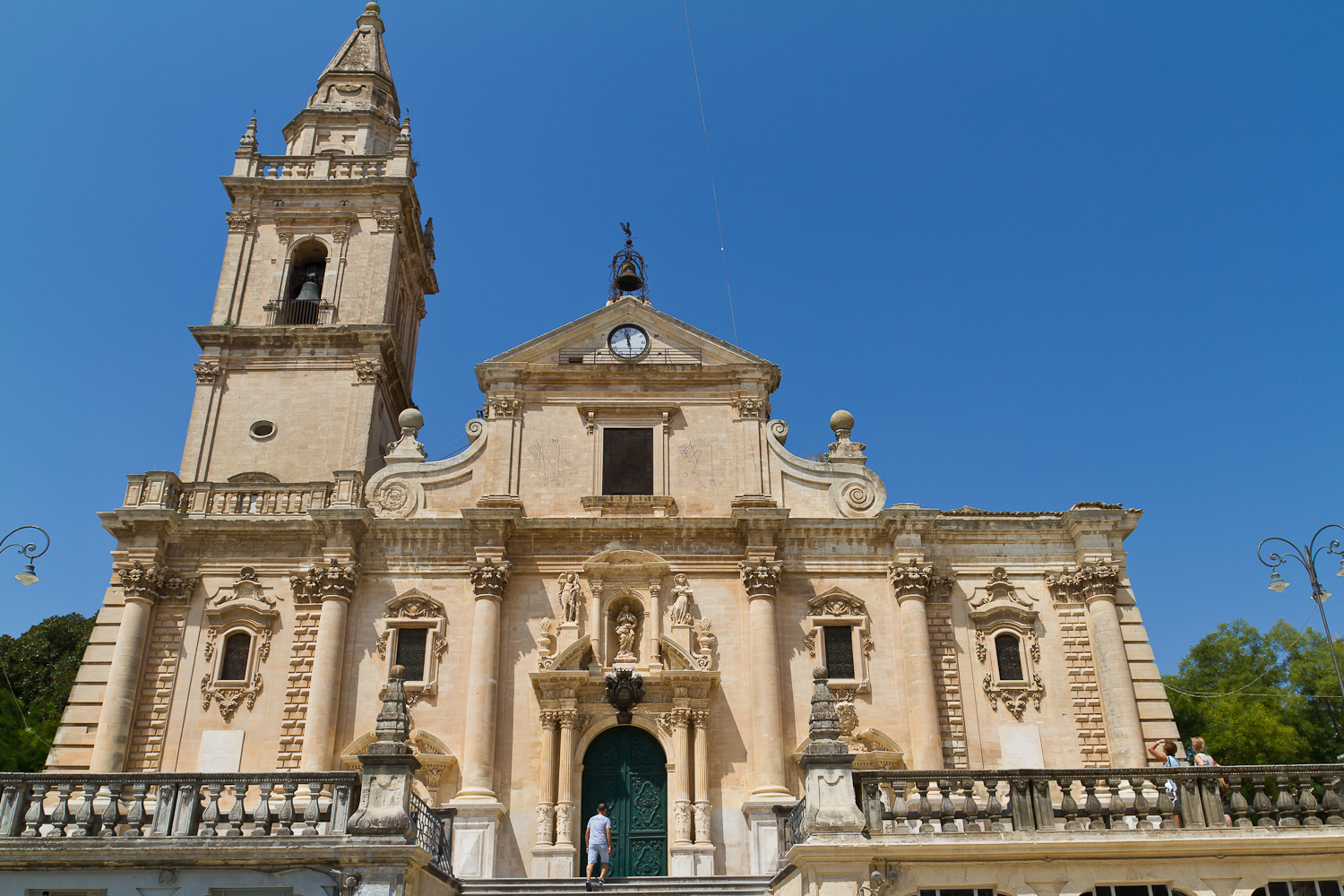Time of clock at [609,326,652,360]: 11:57
